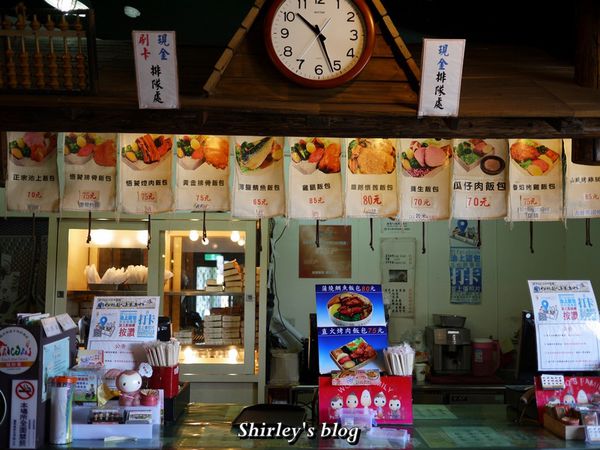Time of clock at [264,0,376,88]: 10:26
